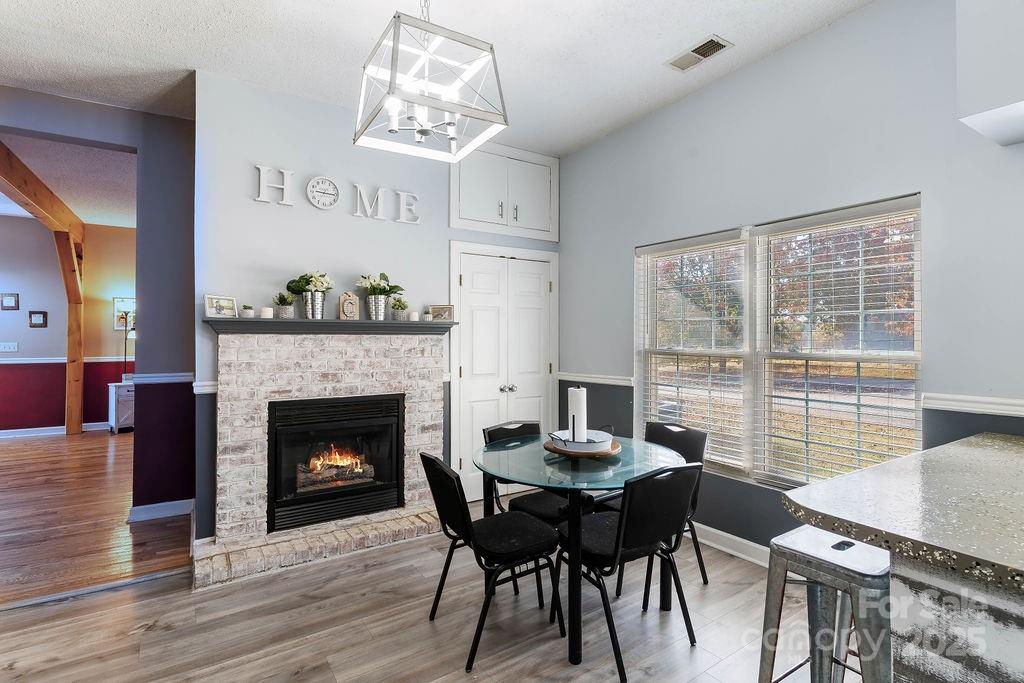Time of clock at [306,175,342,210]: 9:15
